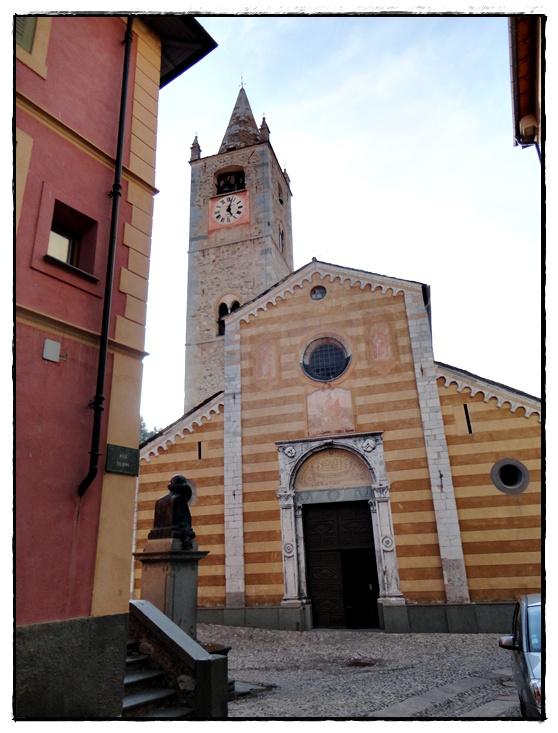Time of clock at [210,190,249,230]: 5:02
